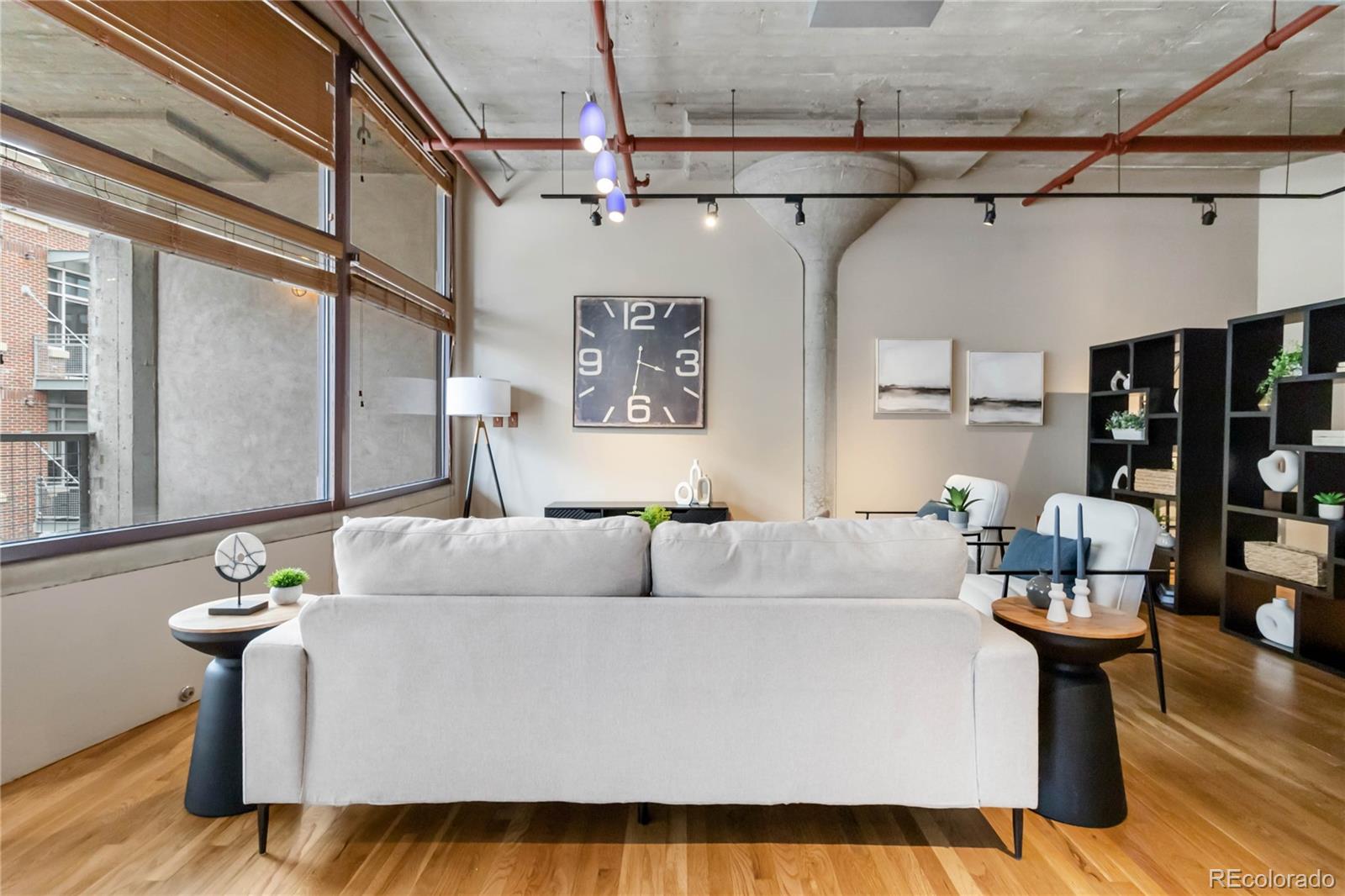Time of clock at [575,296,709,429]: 3:32
